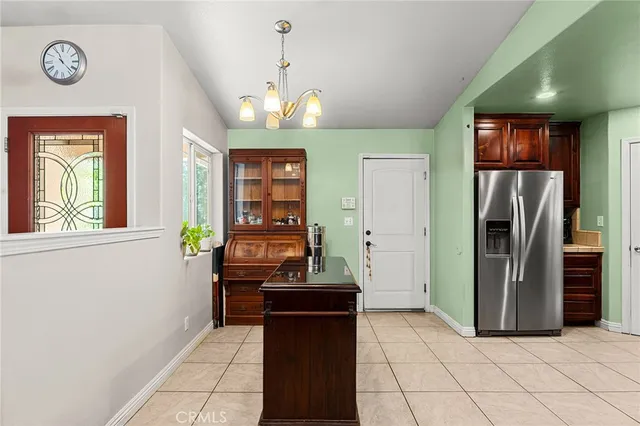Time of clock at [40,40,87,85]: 11:22
